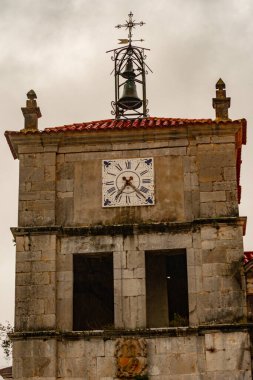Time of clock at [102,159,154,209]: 7:22
